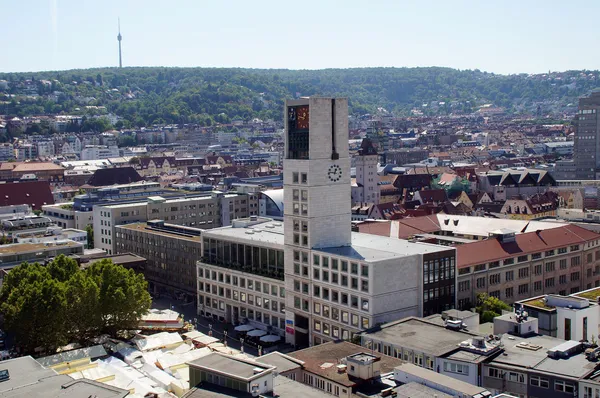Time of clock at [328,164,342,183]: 12:46
